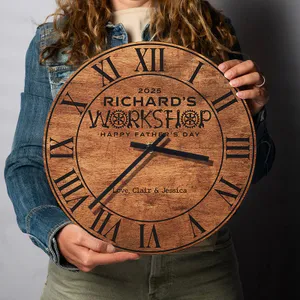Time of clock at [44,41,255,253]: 3:37
